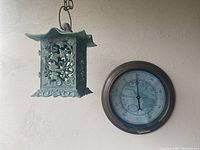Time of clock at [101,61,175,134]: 5:59
